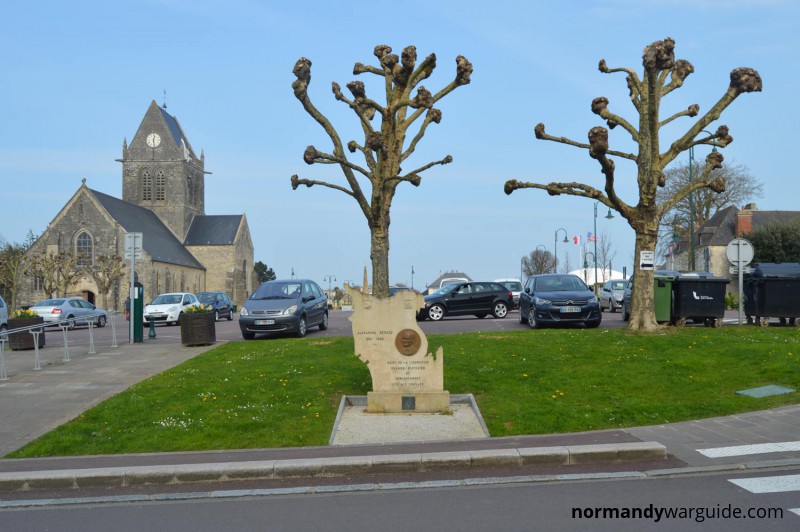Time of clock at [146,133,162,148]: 12:28
